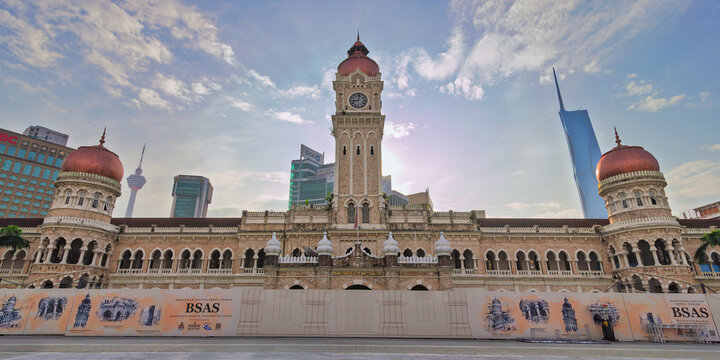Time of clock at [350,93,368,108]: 9:01
